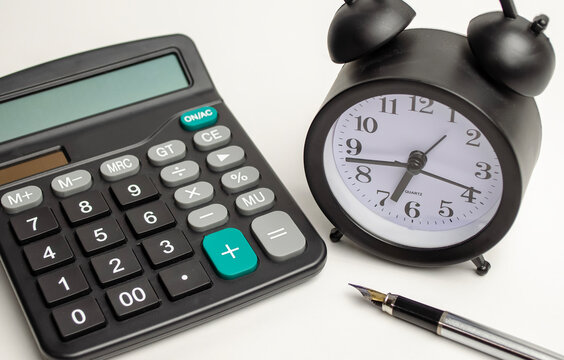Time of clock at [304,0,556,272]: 6:42
